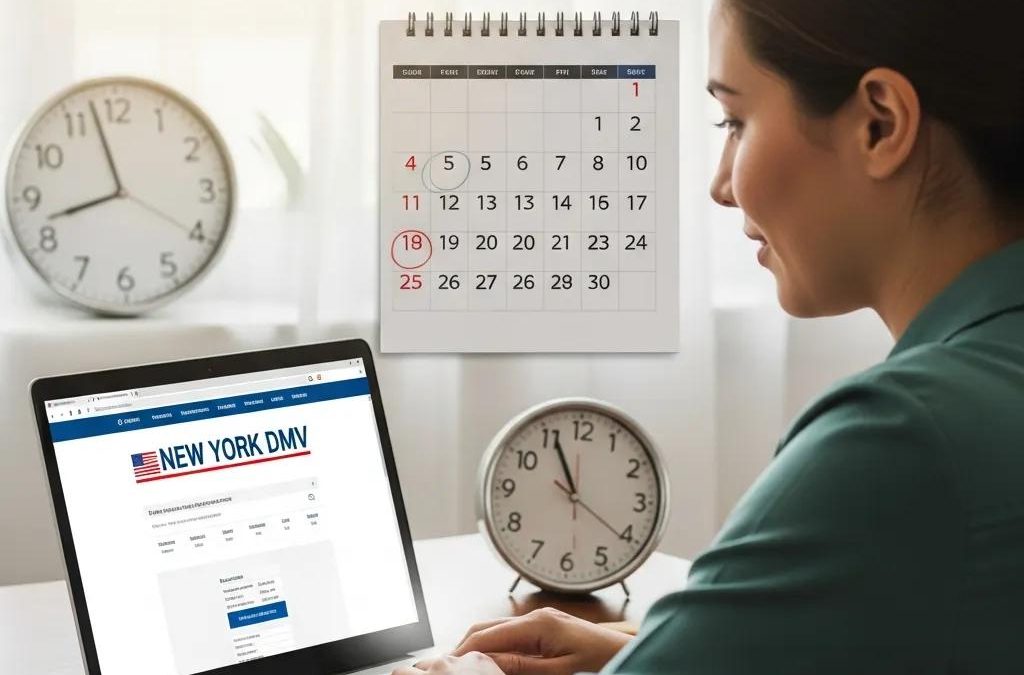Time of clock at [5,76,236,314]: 8:57
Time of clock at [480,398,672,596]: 10:55
